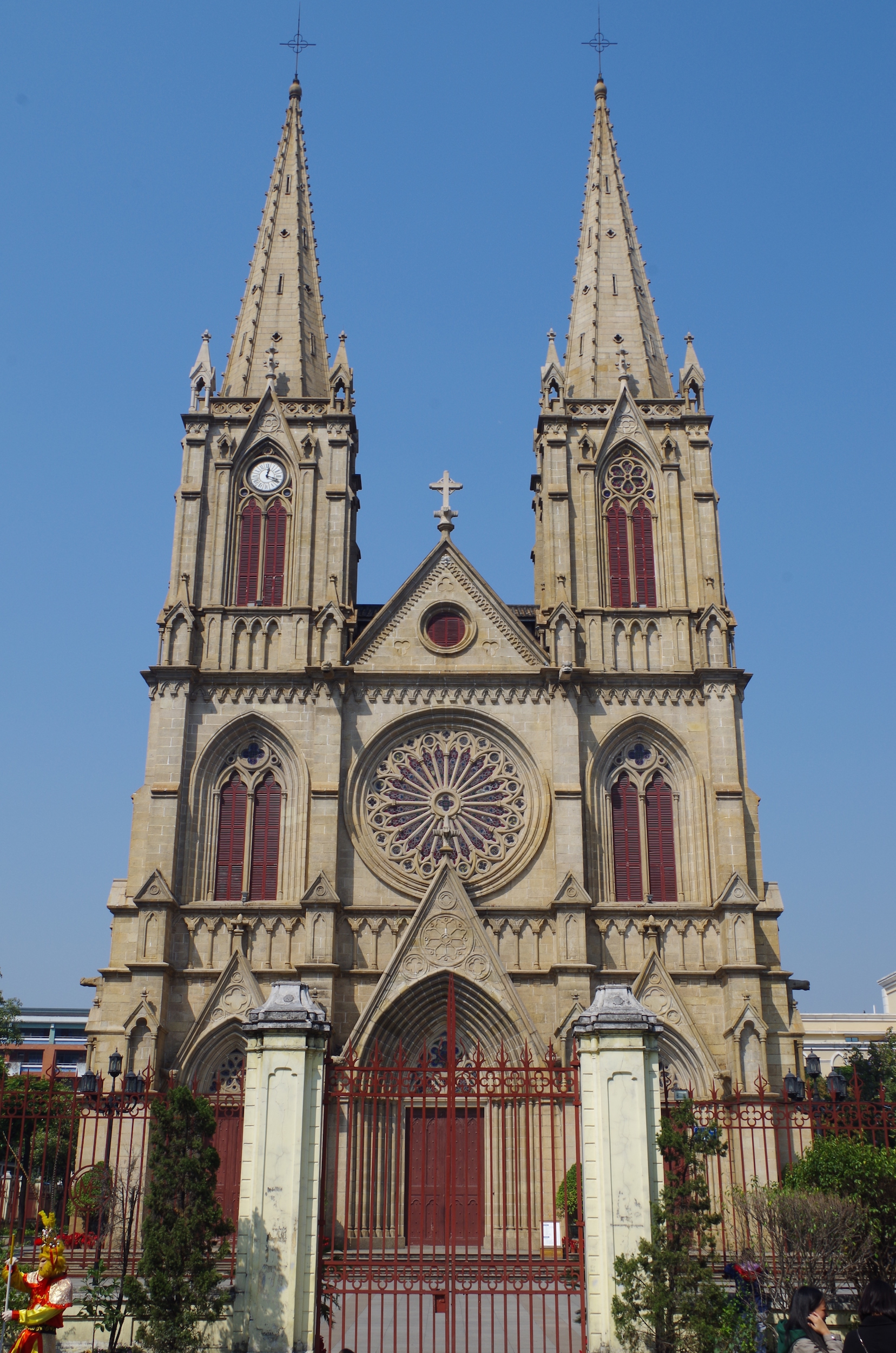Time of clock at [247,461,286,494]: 12:18
